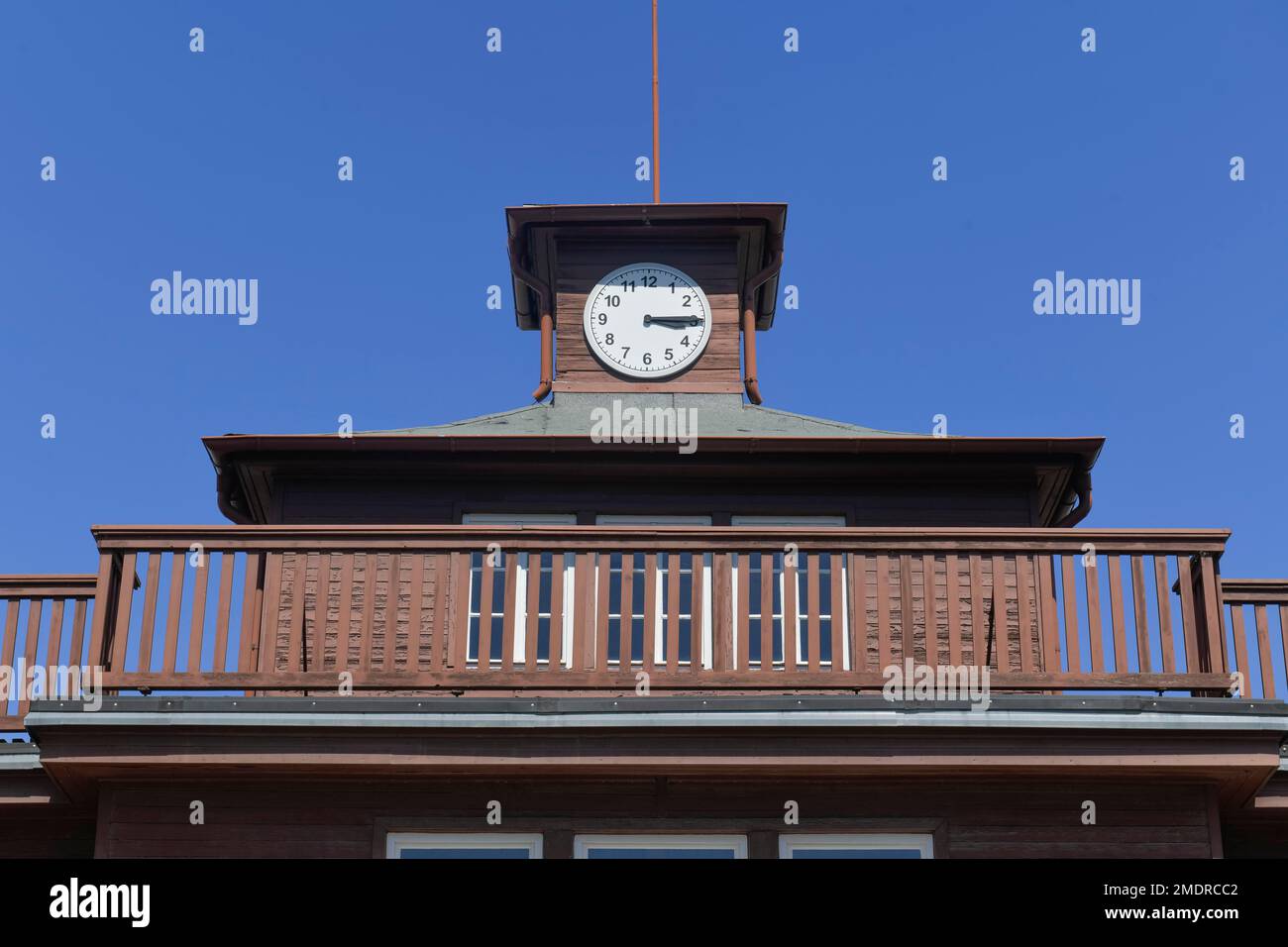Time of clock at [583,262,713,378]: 3:14
